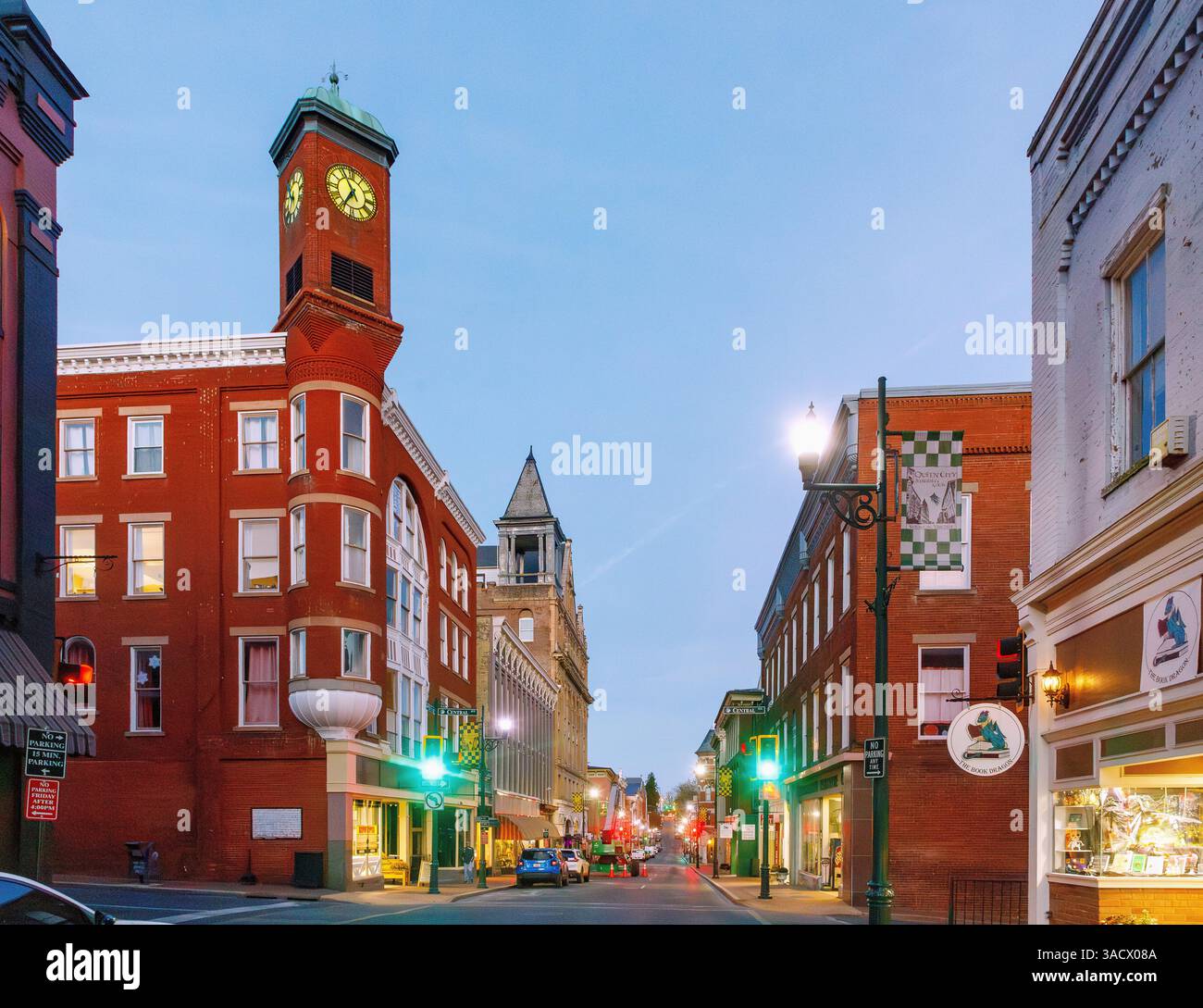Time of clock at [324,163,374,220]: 6:55
